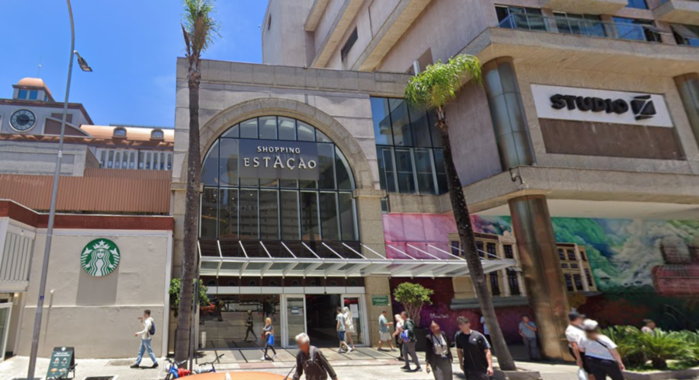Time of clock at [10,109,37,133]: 10:14
